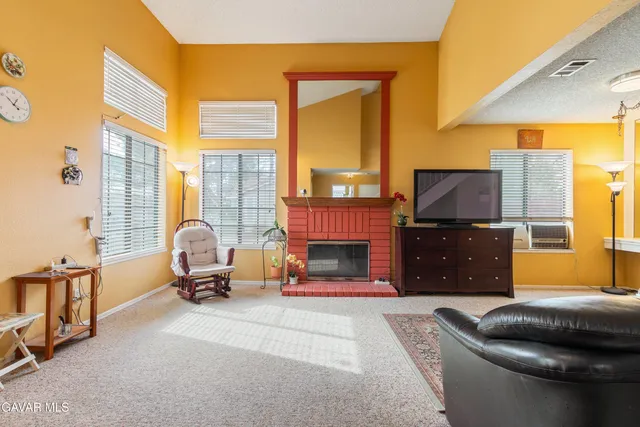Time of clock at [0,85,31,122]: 12:51
